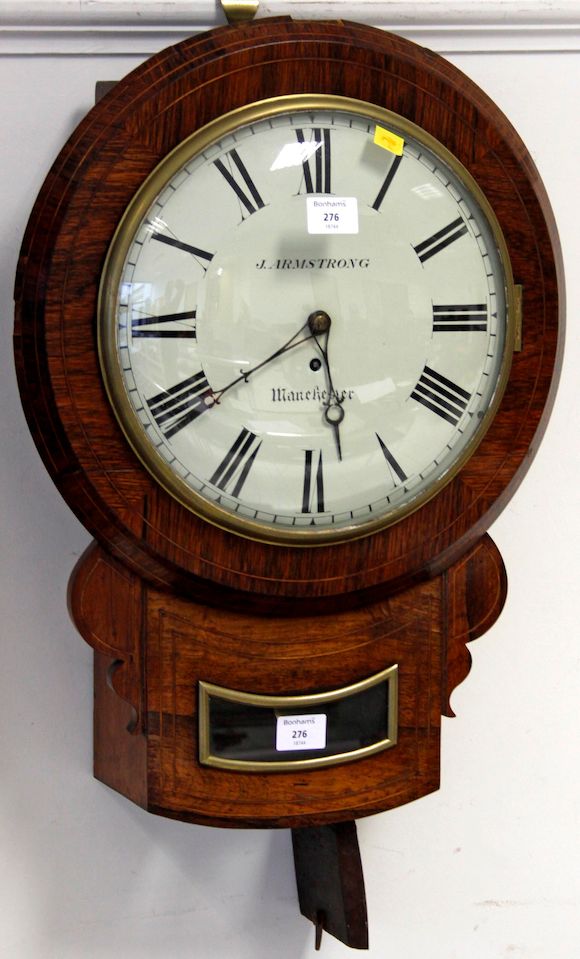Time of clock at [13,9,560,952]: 5:38
